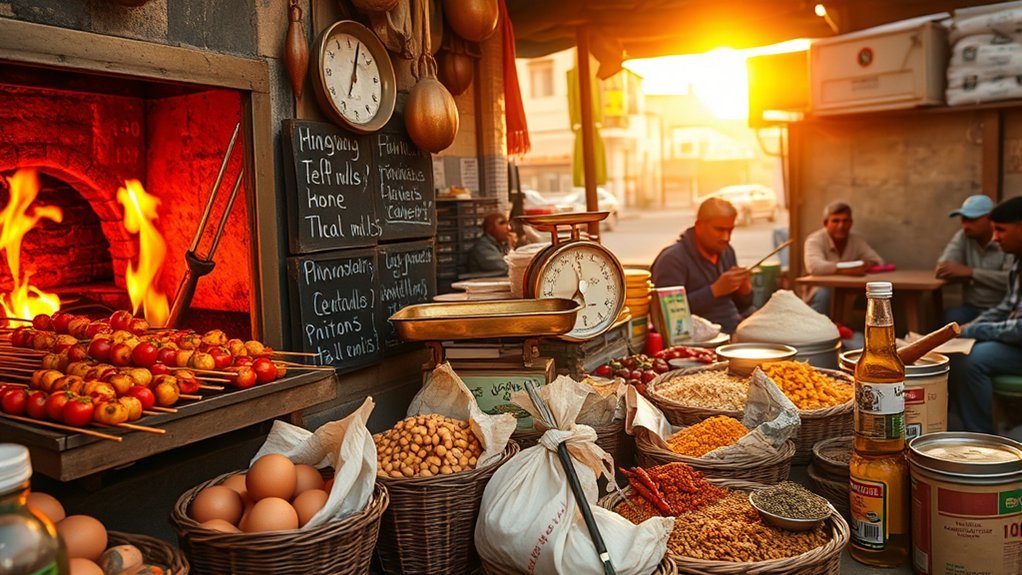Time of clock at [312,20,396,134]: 7:04
